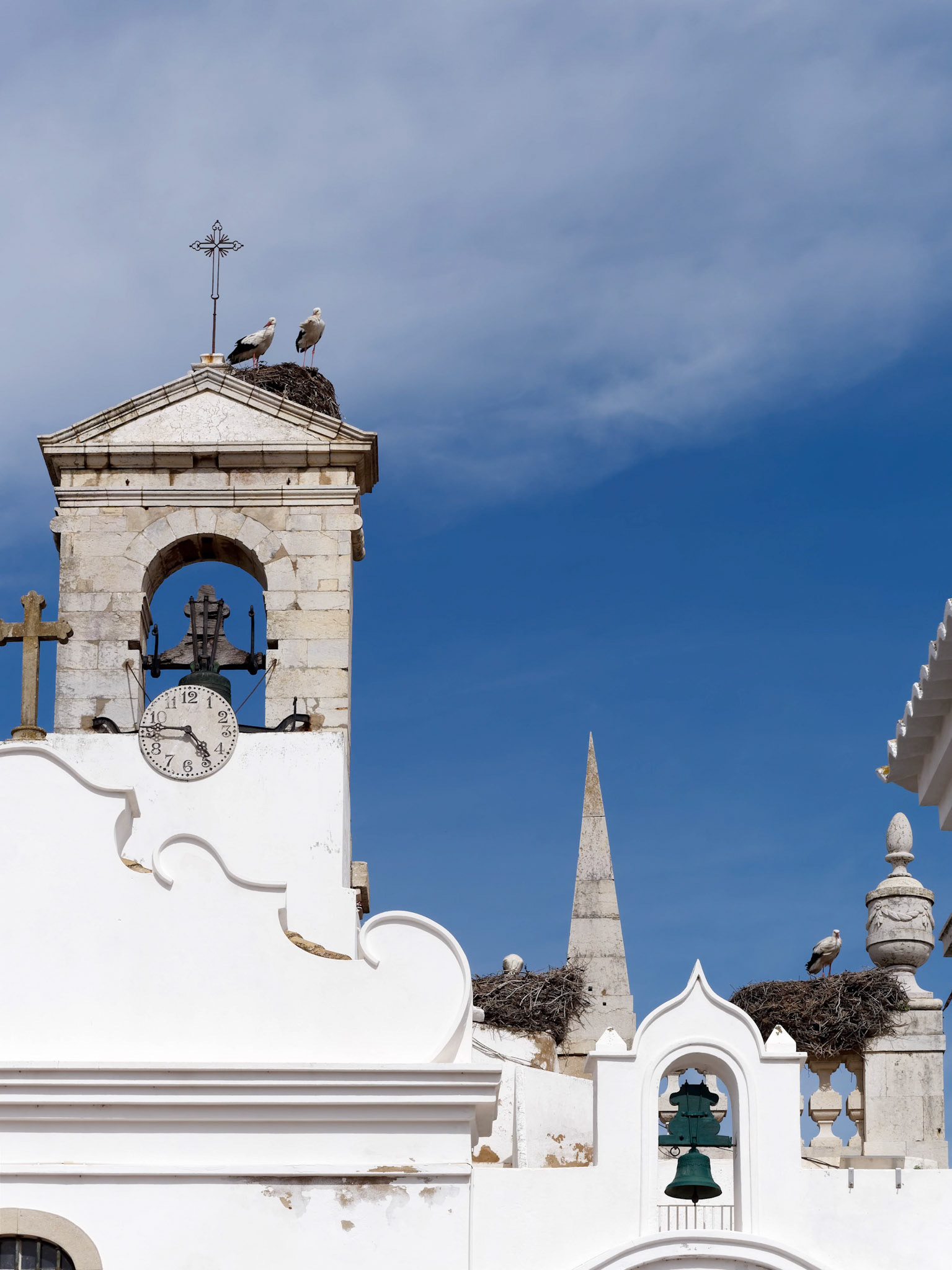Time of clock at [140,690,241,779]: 4:45
